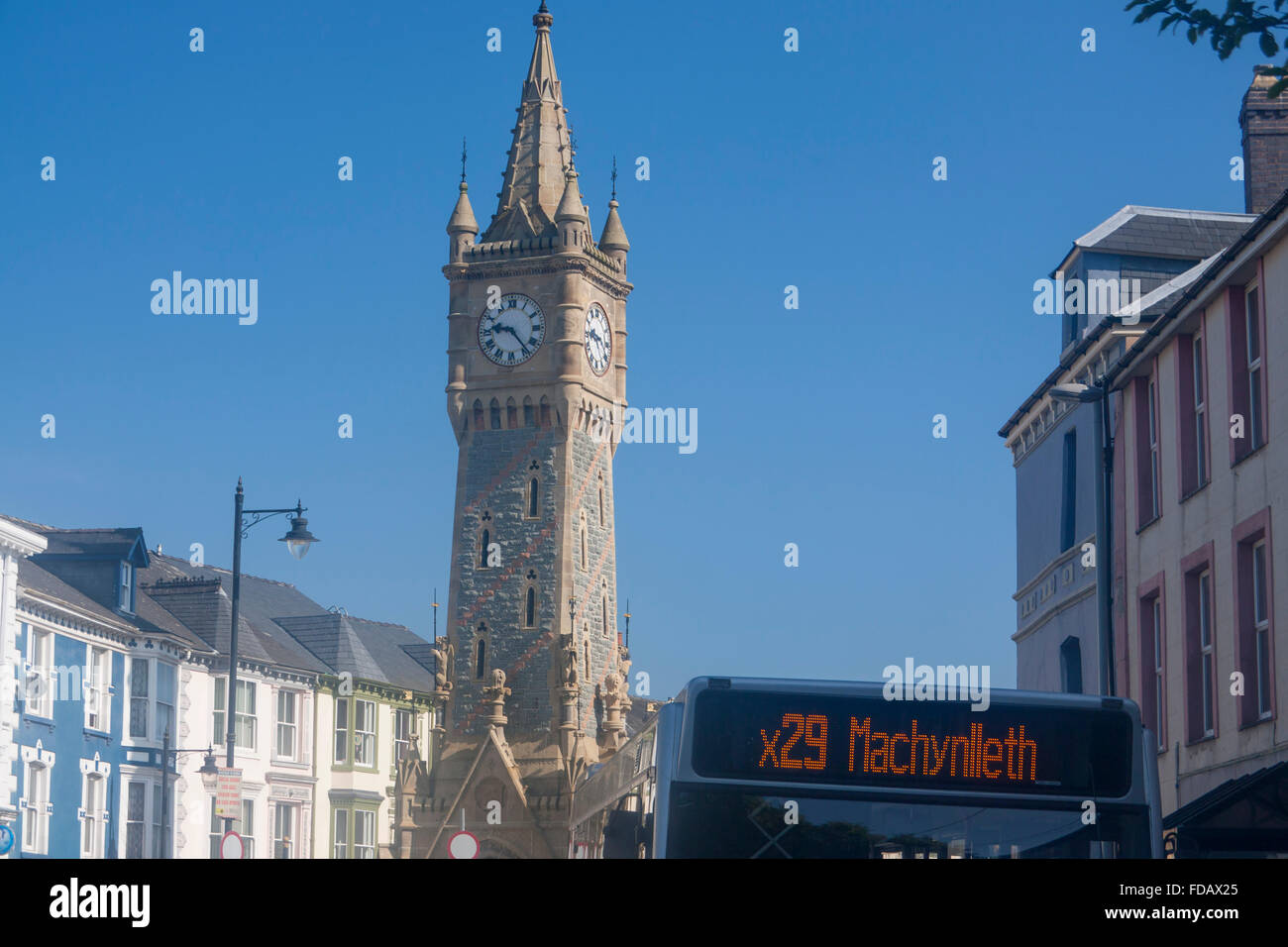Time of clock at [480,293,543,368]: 9:23
